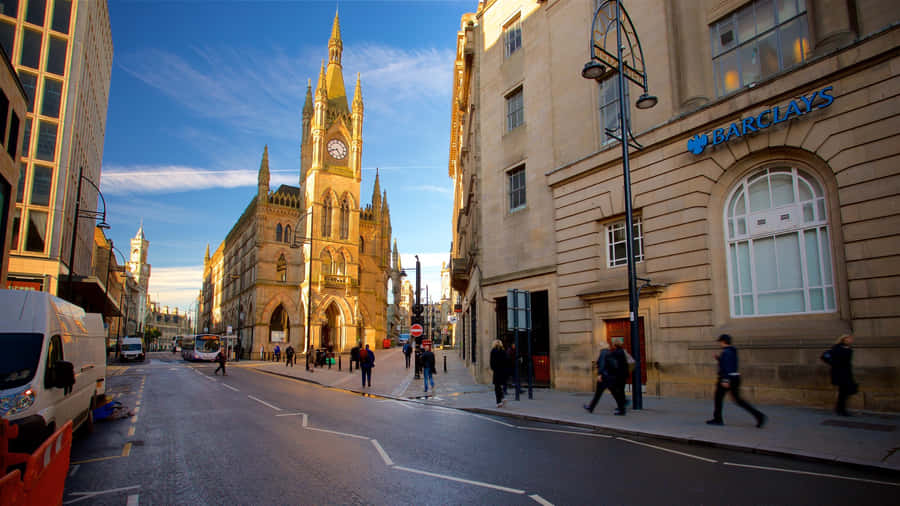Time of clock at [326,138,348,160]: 8:24
